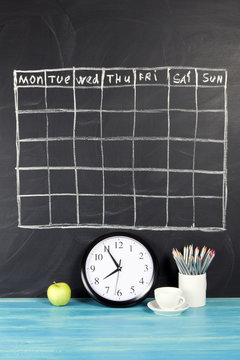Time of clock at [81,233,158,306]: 7:54
